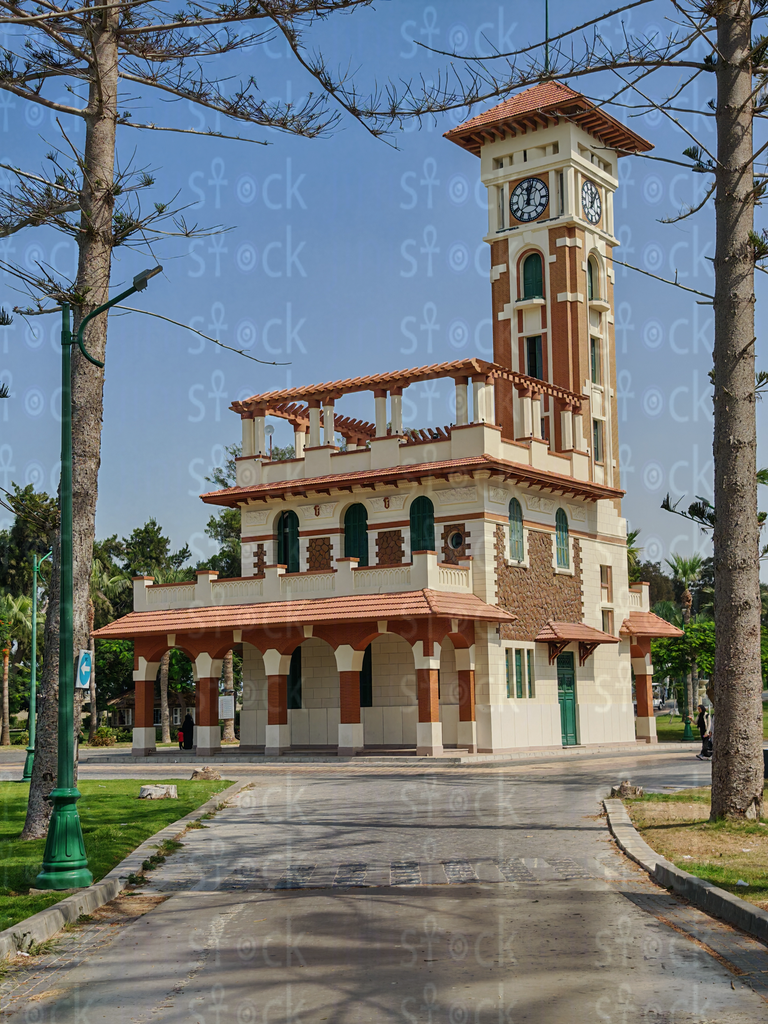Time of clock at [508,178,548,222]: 12:02
